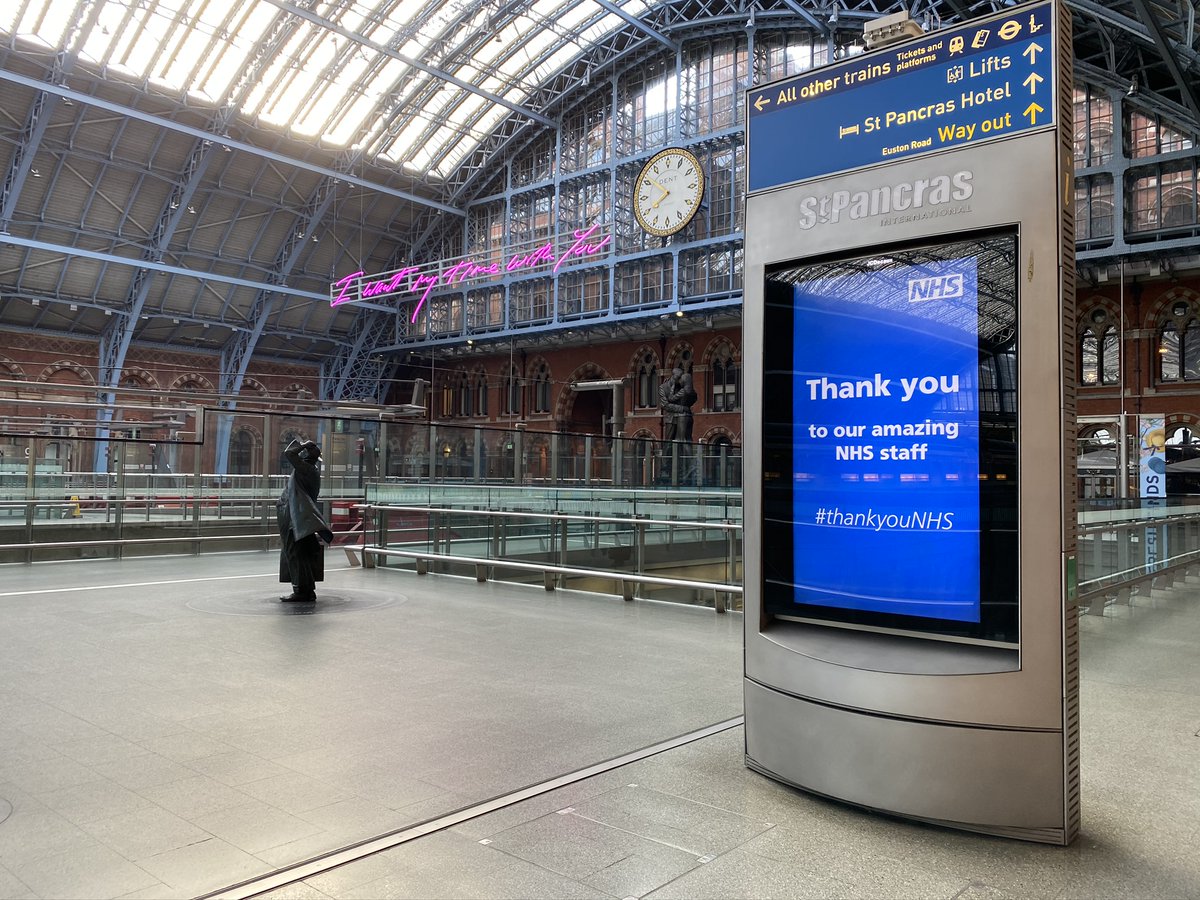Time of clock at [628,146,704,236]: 7:51
